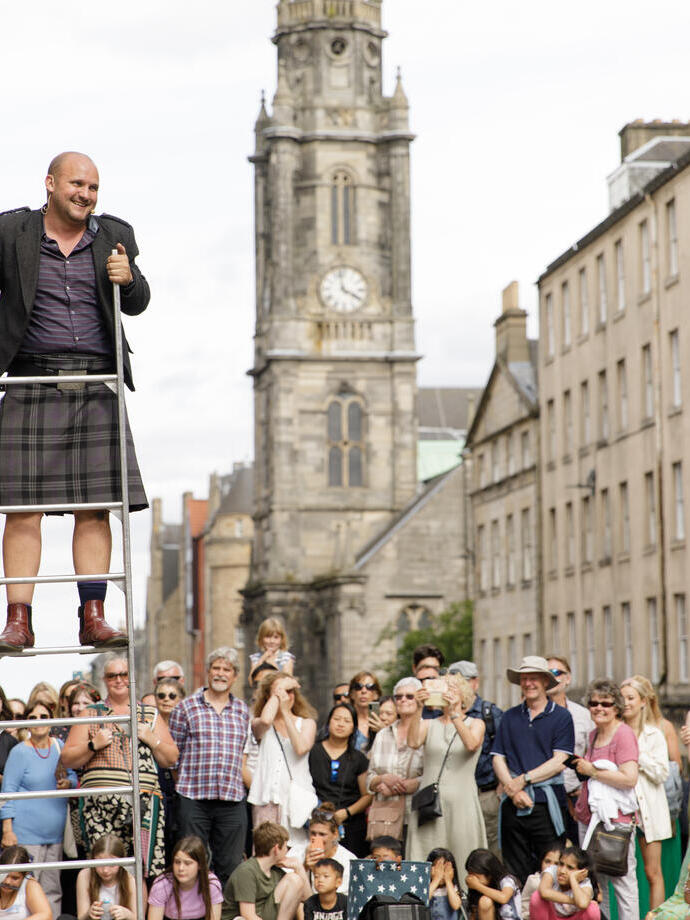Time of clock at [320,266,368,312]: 3:58
